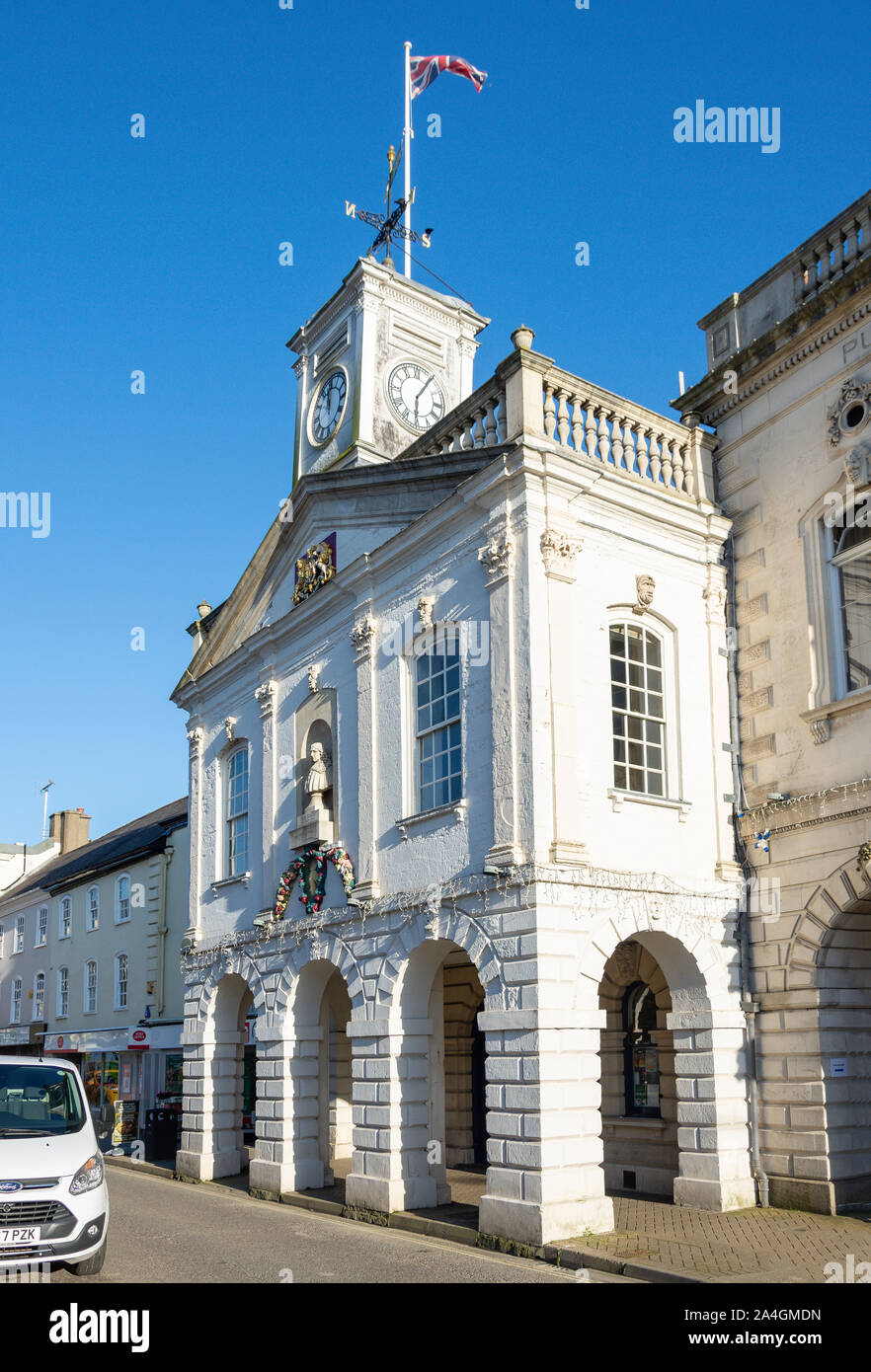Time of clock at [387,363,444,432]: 6:05
